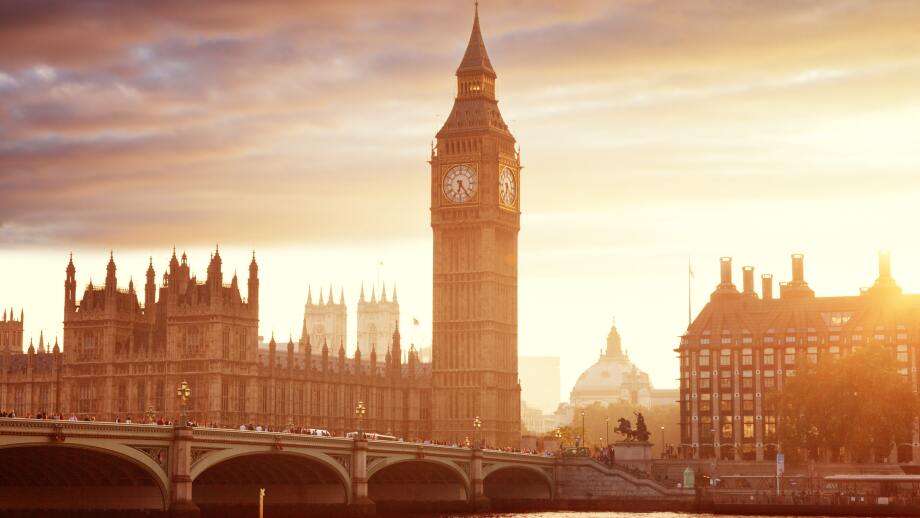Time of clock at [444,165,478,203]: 6:23
